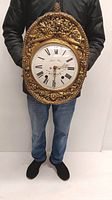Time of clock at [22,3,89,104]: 2:29
